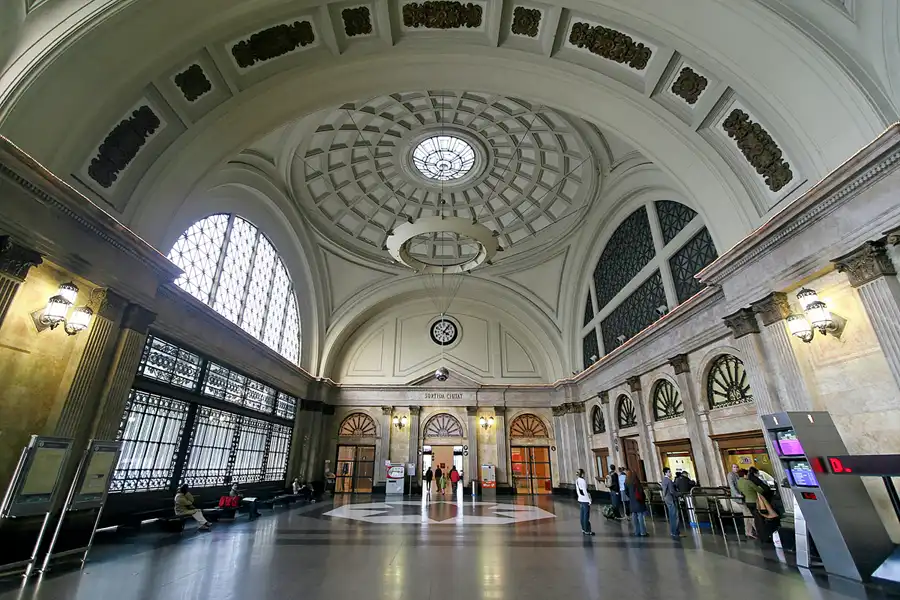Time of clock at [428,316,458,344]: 4:06
